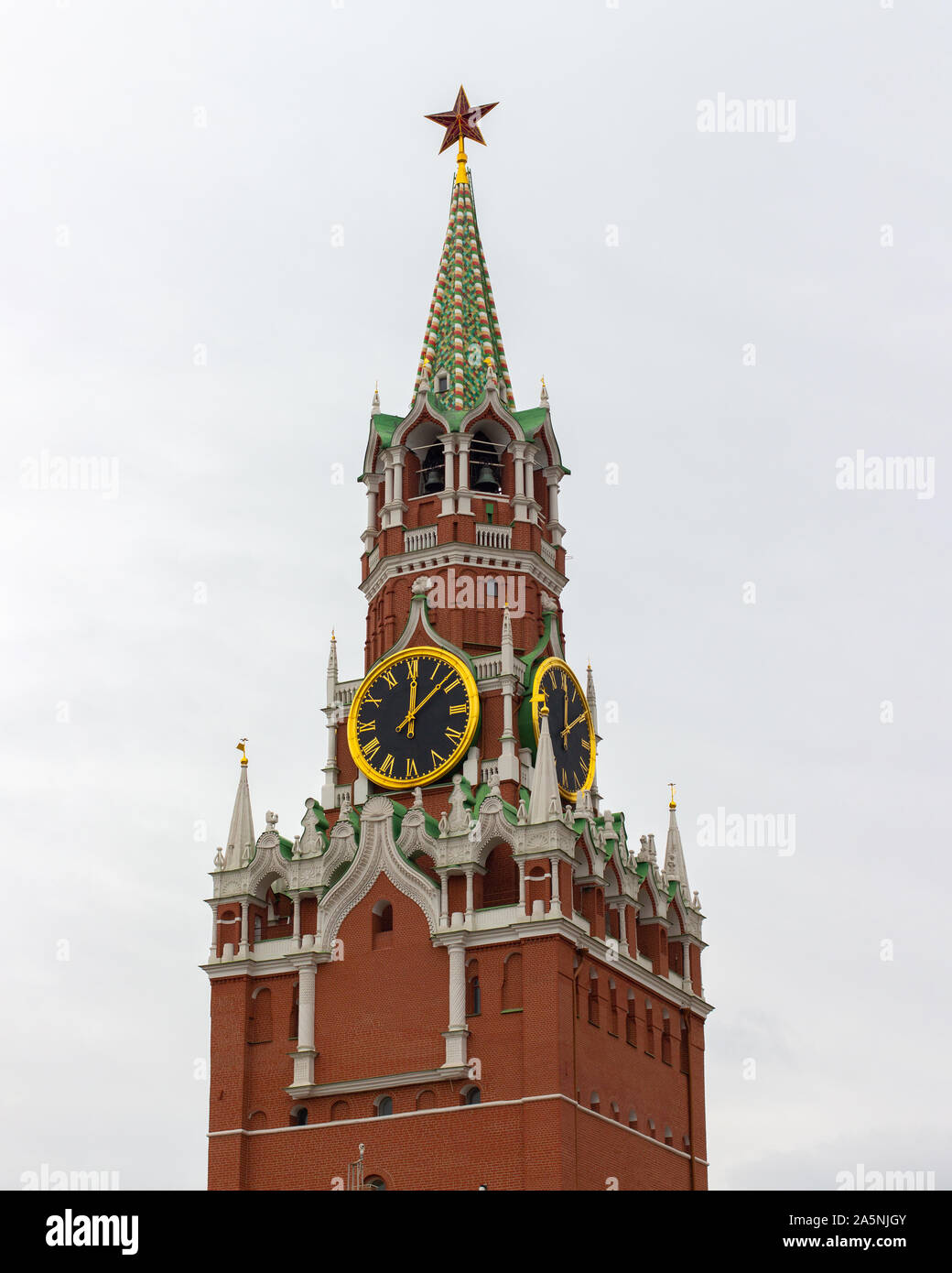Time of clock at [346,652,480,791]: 12:08
